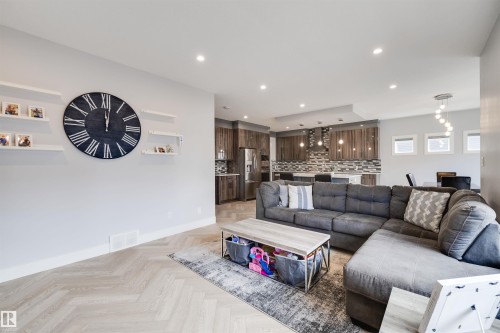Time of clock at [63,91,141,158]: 12:01
